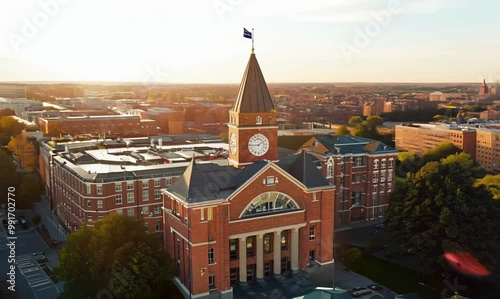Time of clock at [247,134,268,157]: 1:44
